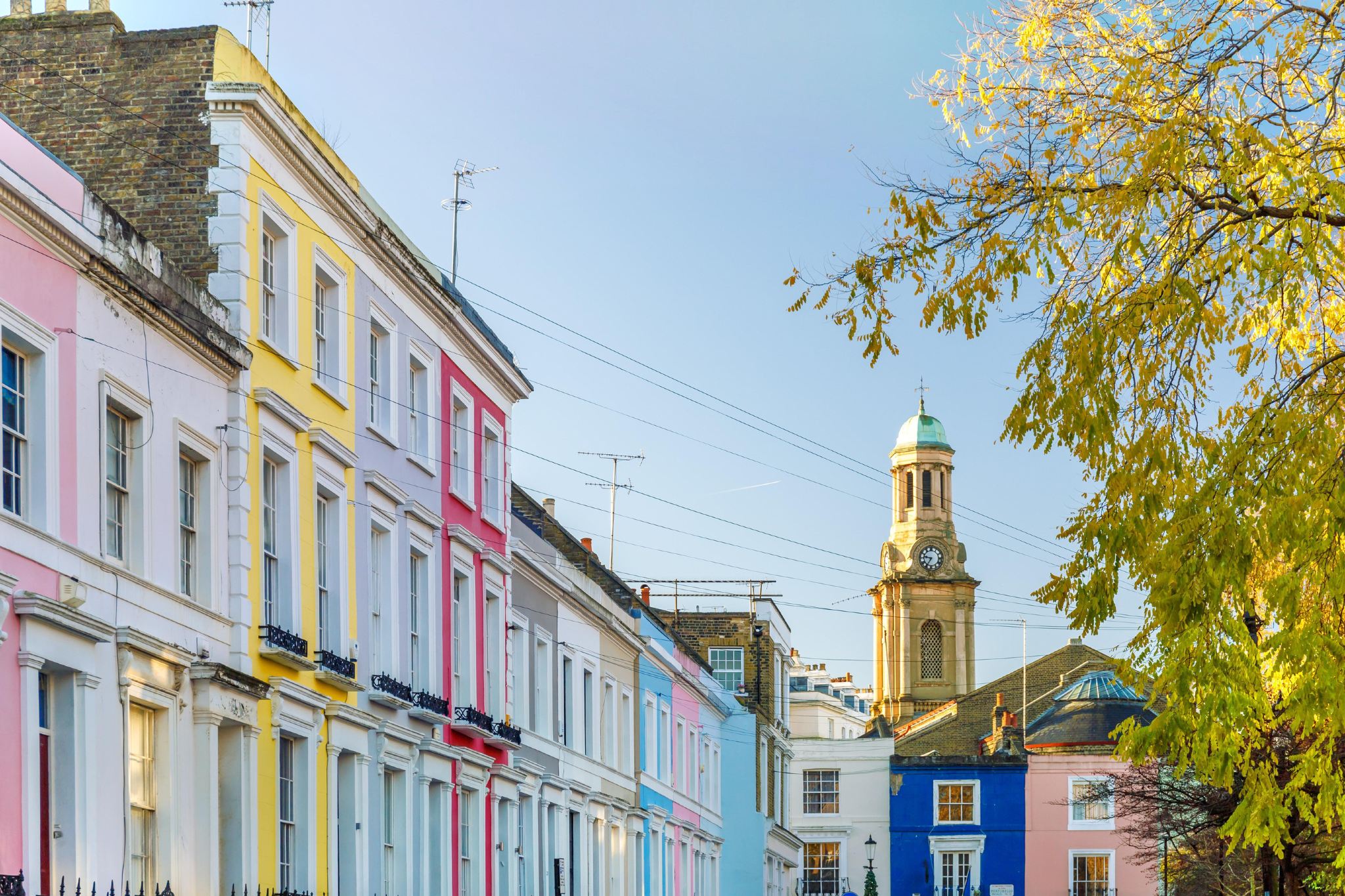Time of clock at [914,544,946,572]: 9:35
